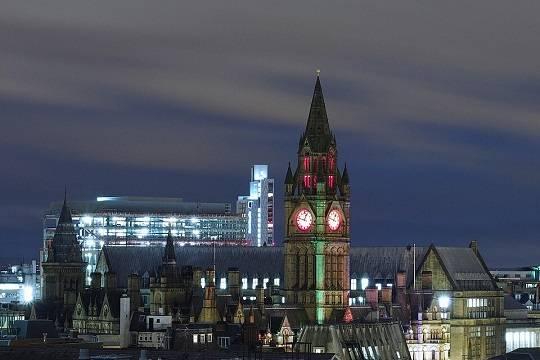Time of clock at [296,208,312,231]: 12:47
